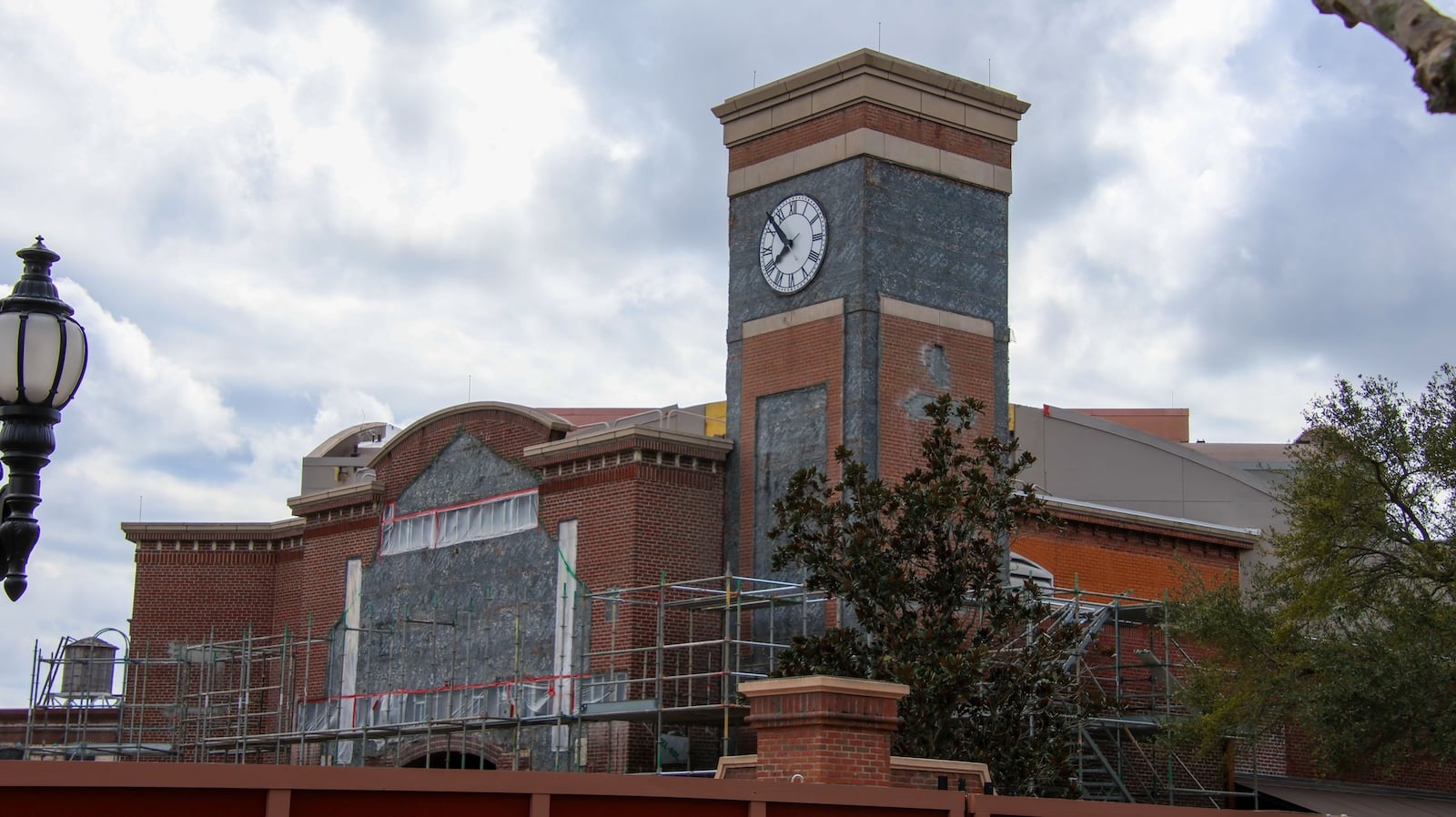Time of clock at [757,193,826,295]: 7:52
